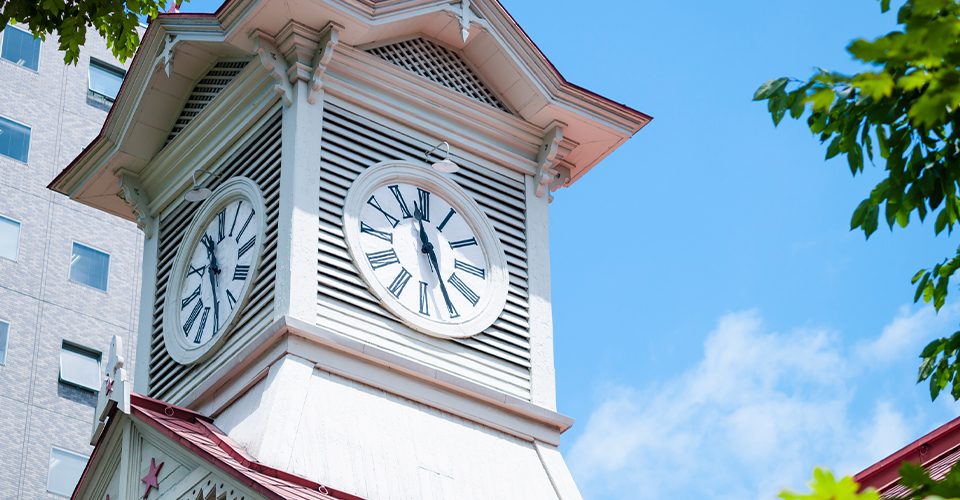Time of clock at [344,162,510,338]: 11:25
